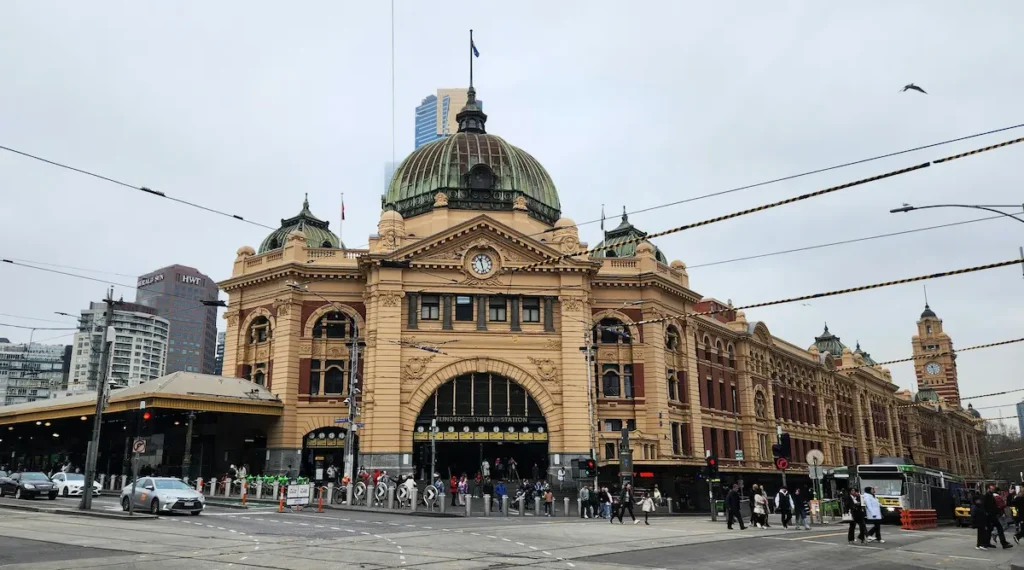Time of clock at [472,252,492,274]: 11:27
